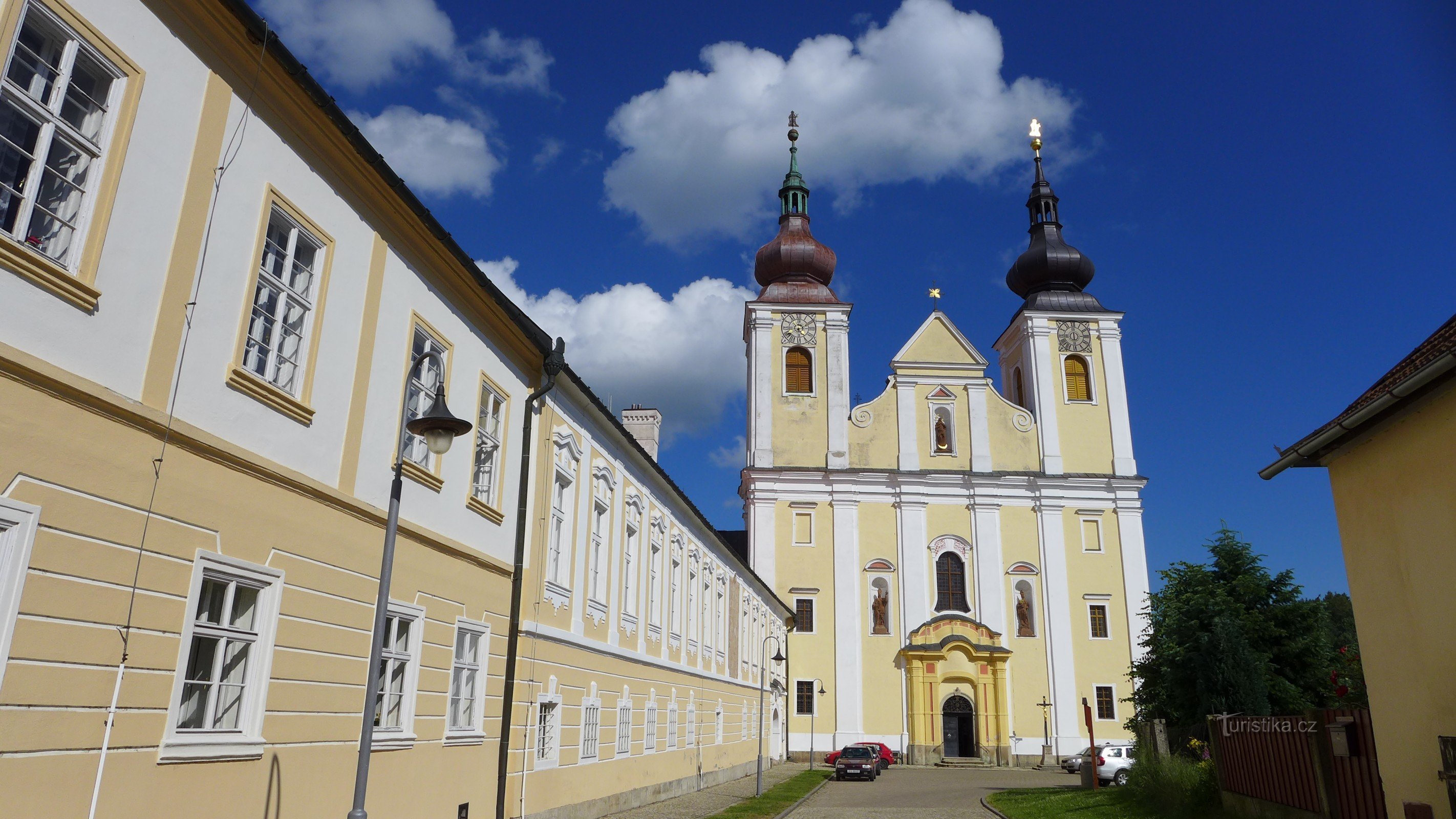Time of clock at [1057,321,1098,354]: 5:59
